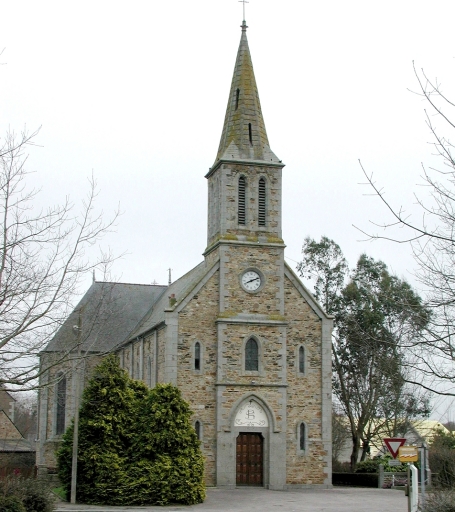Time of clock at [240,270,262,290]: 8:11
